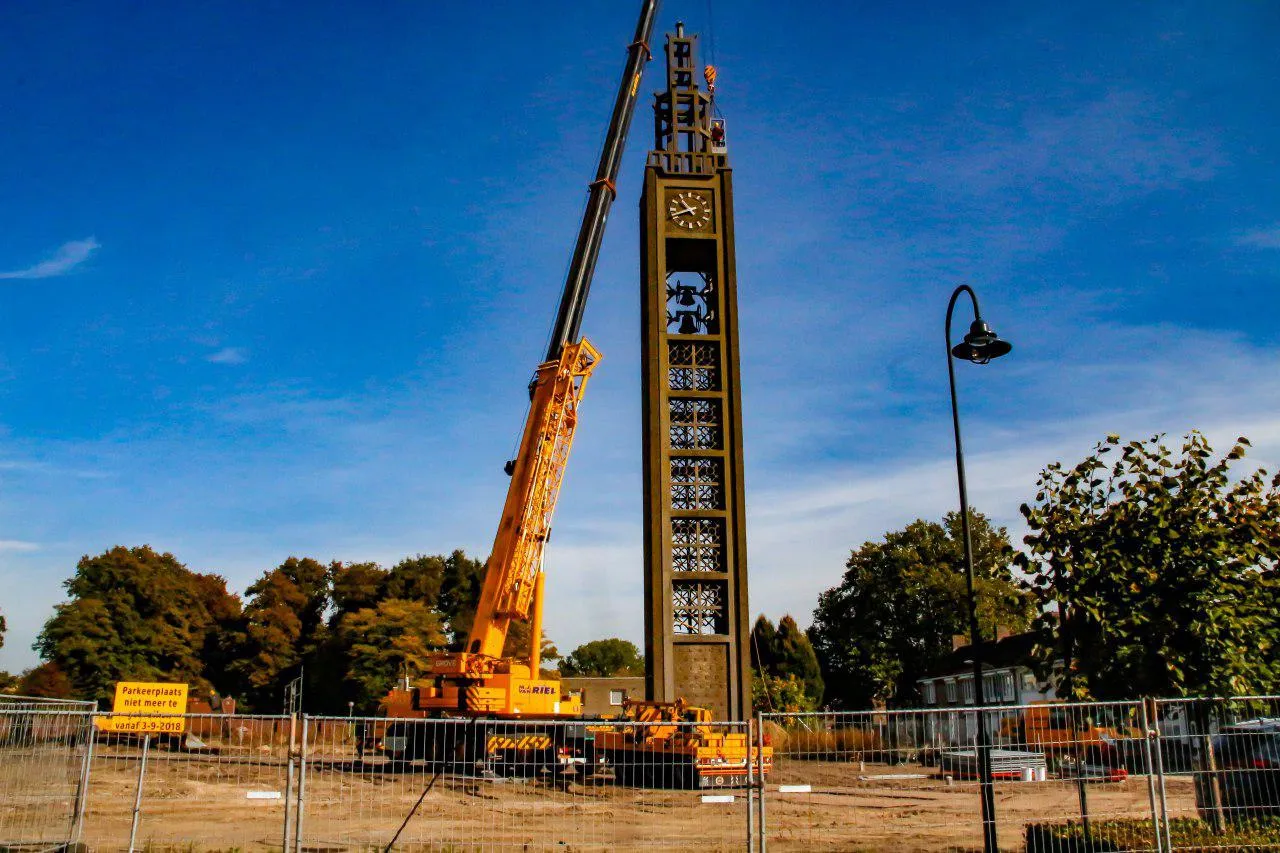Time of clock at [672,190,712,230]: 10:41
